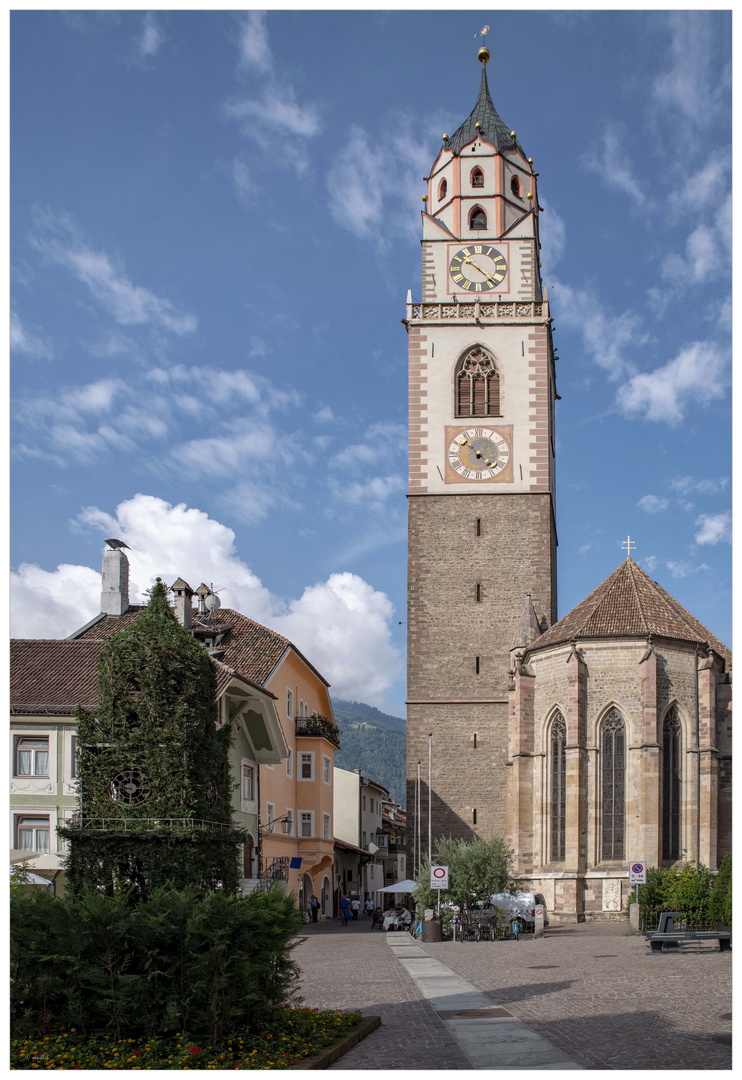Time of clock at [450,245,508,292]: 10:22
